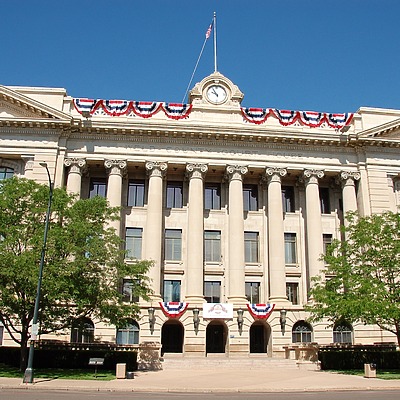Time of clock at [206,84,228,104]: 9:54
